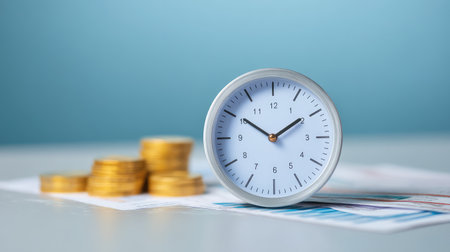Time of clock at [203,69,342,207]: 1:50
